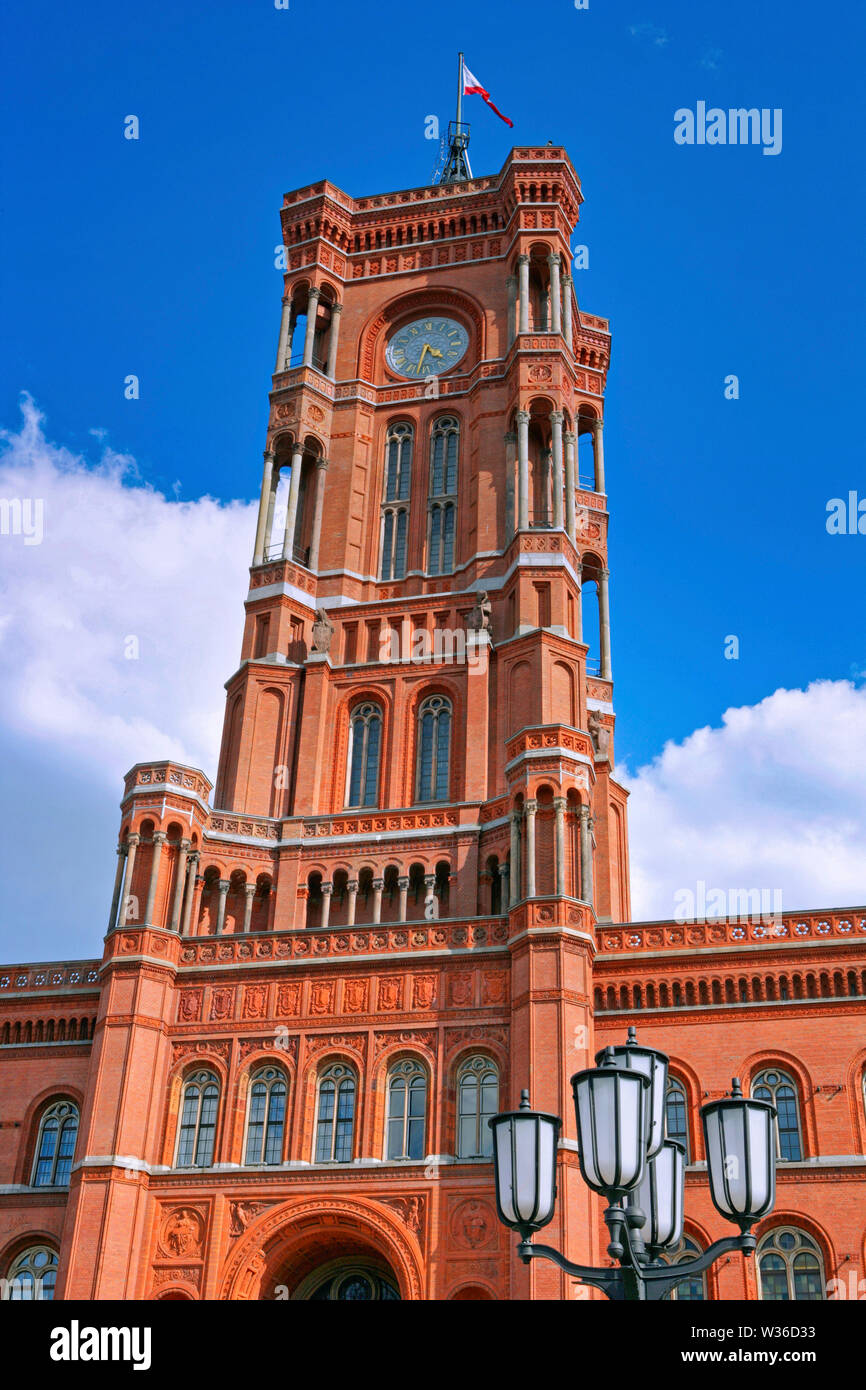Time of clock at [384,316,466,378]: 4:32
